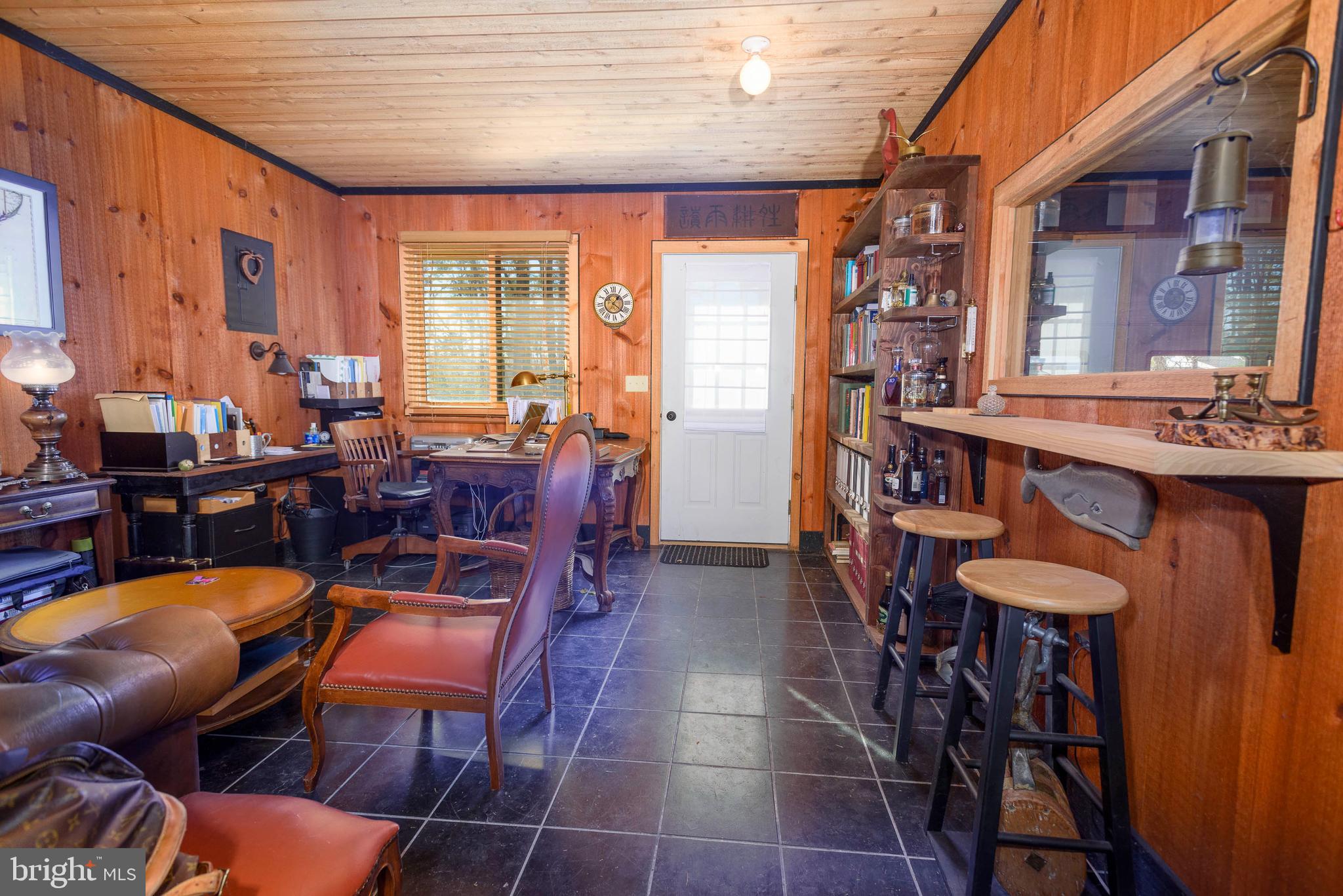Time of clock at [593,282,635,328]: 1:22
